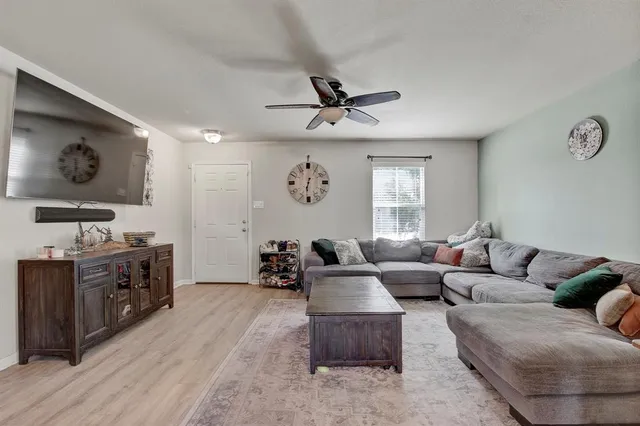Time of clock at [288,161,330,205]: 6:31
